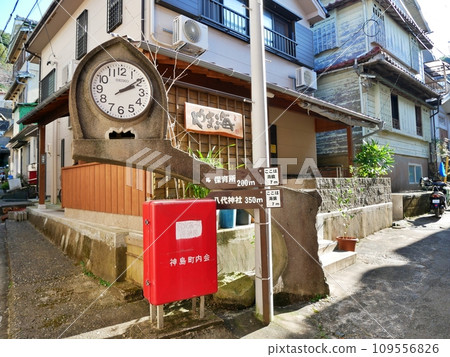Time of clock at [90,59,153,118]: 2:09
